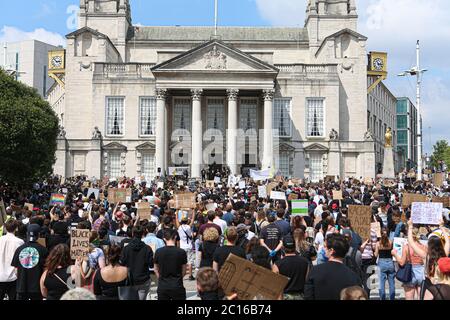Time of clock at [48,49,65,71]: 2:52
